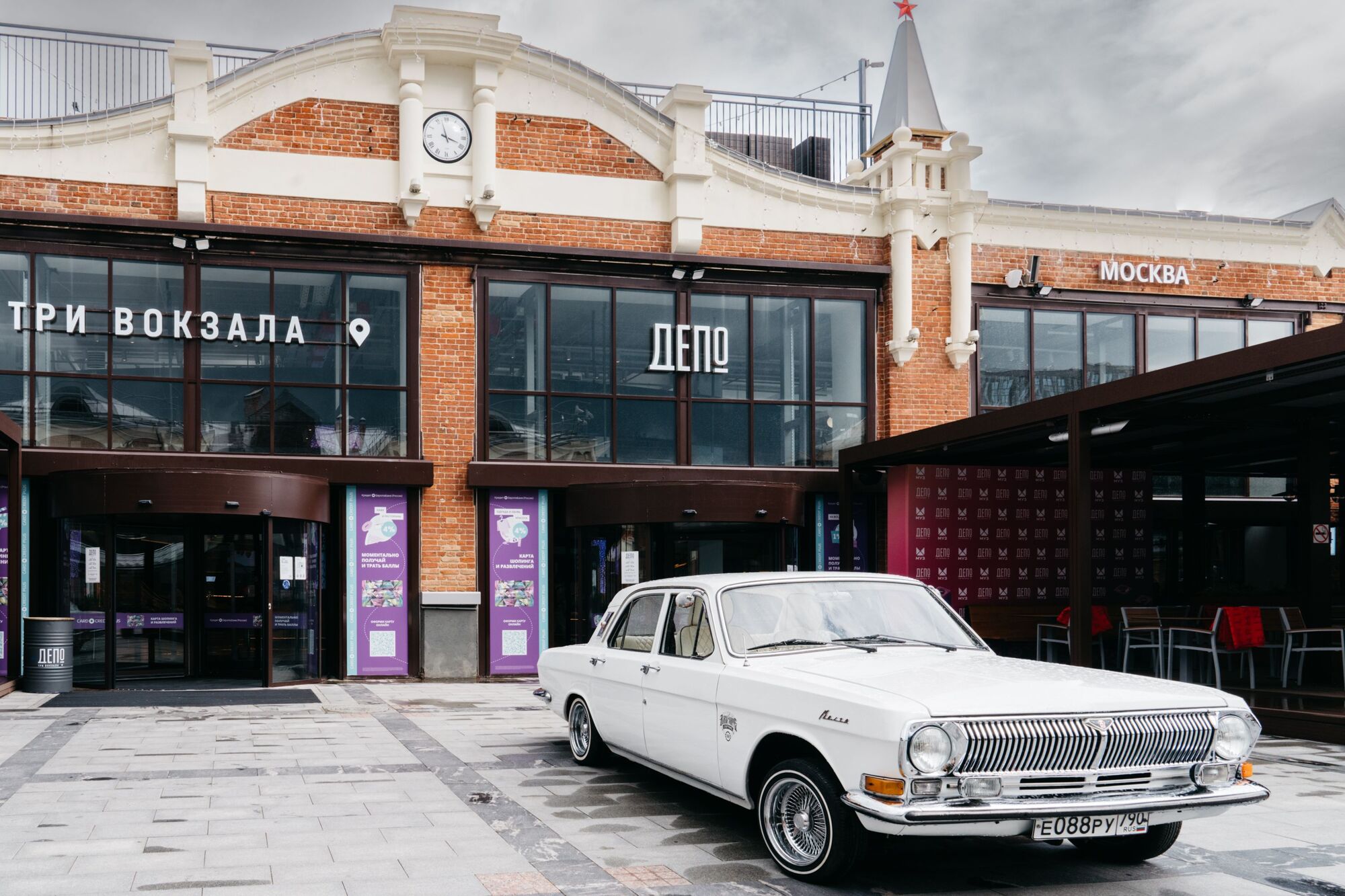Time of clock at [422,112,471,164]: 3:57
